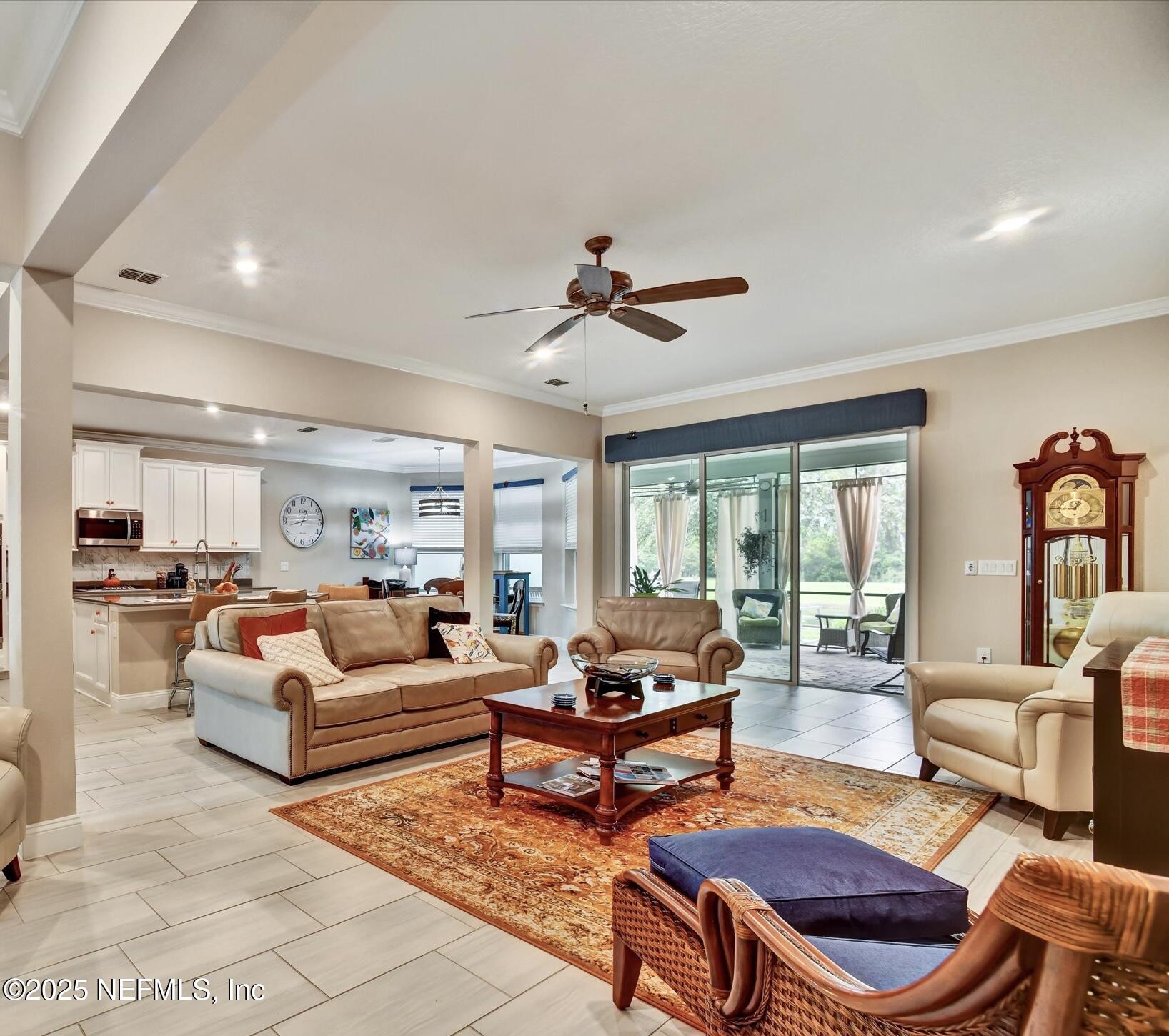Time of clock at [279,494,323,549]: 12:42
